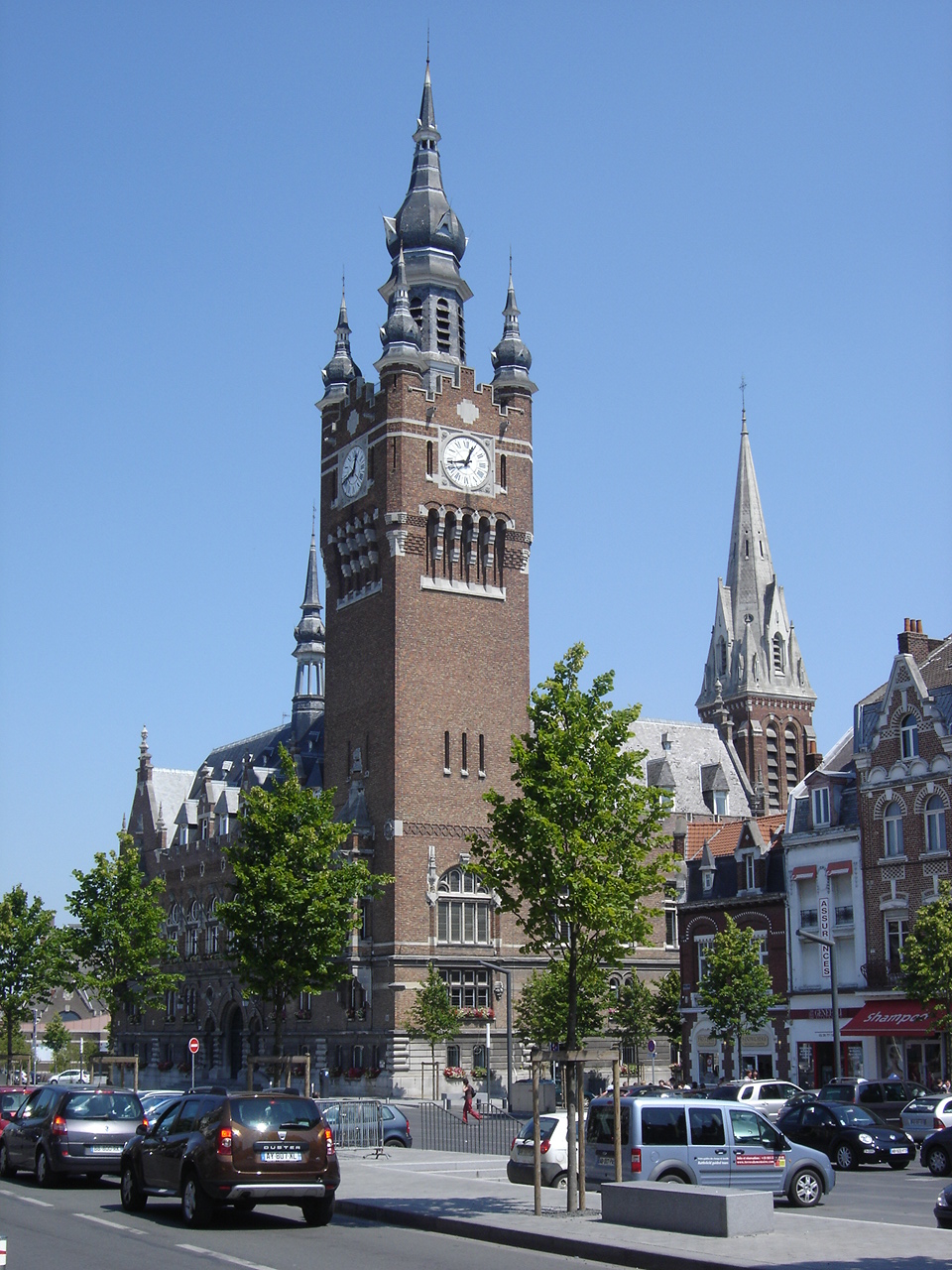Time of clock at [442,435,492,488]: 12:43
